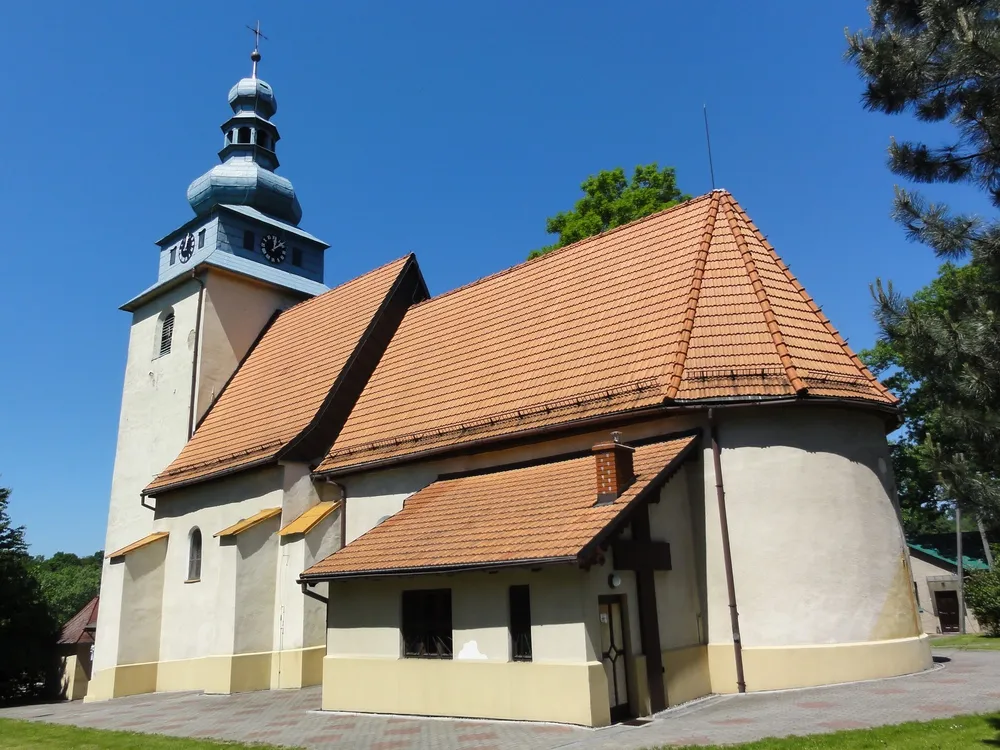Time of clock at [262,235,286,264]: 12:09
